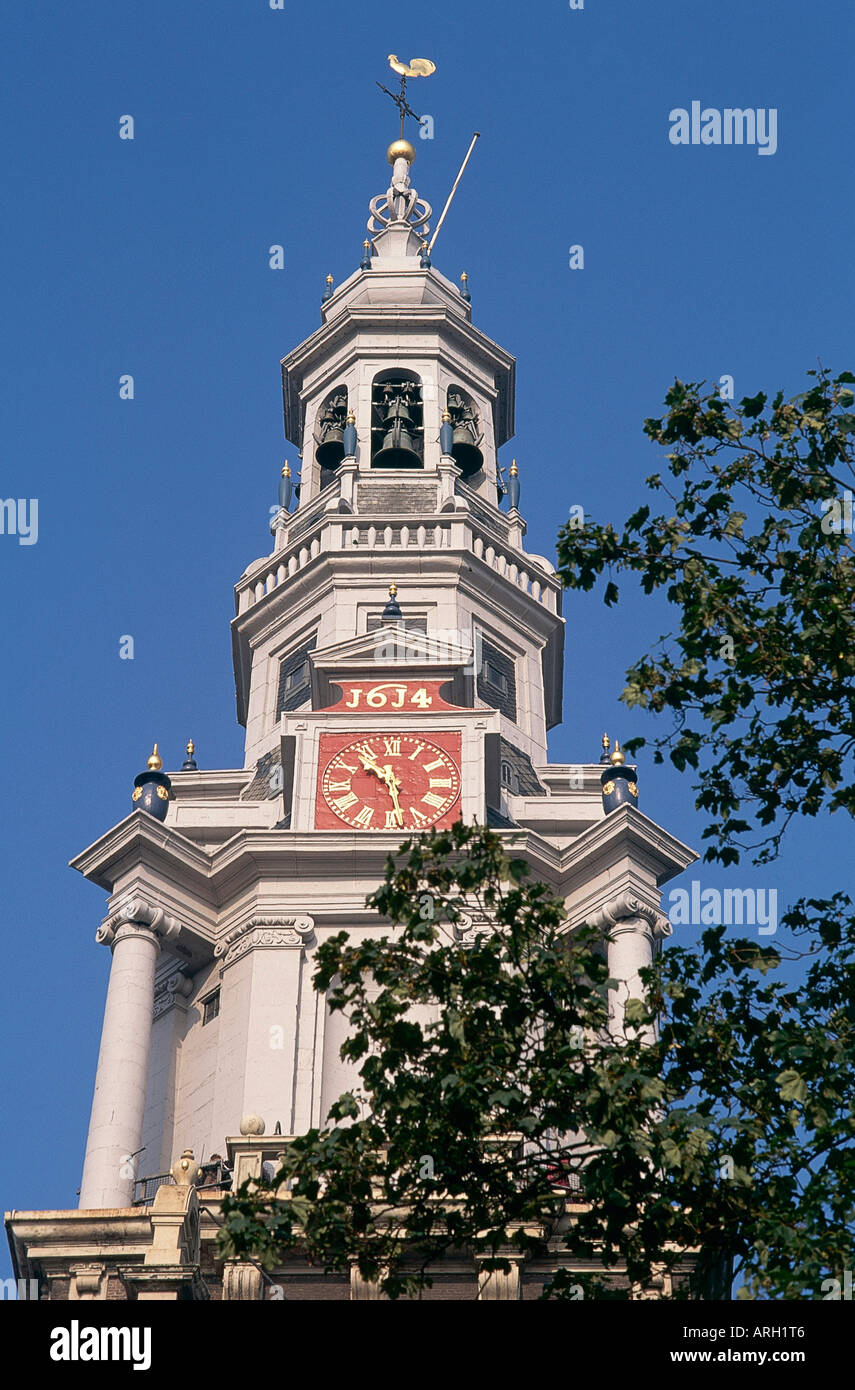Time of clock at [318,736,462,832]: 10:28
